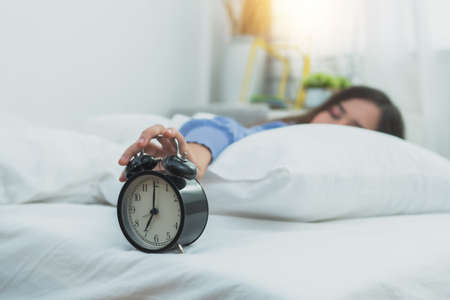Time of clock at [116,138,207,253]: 7:00
